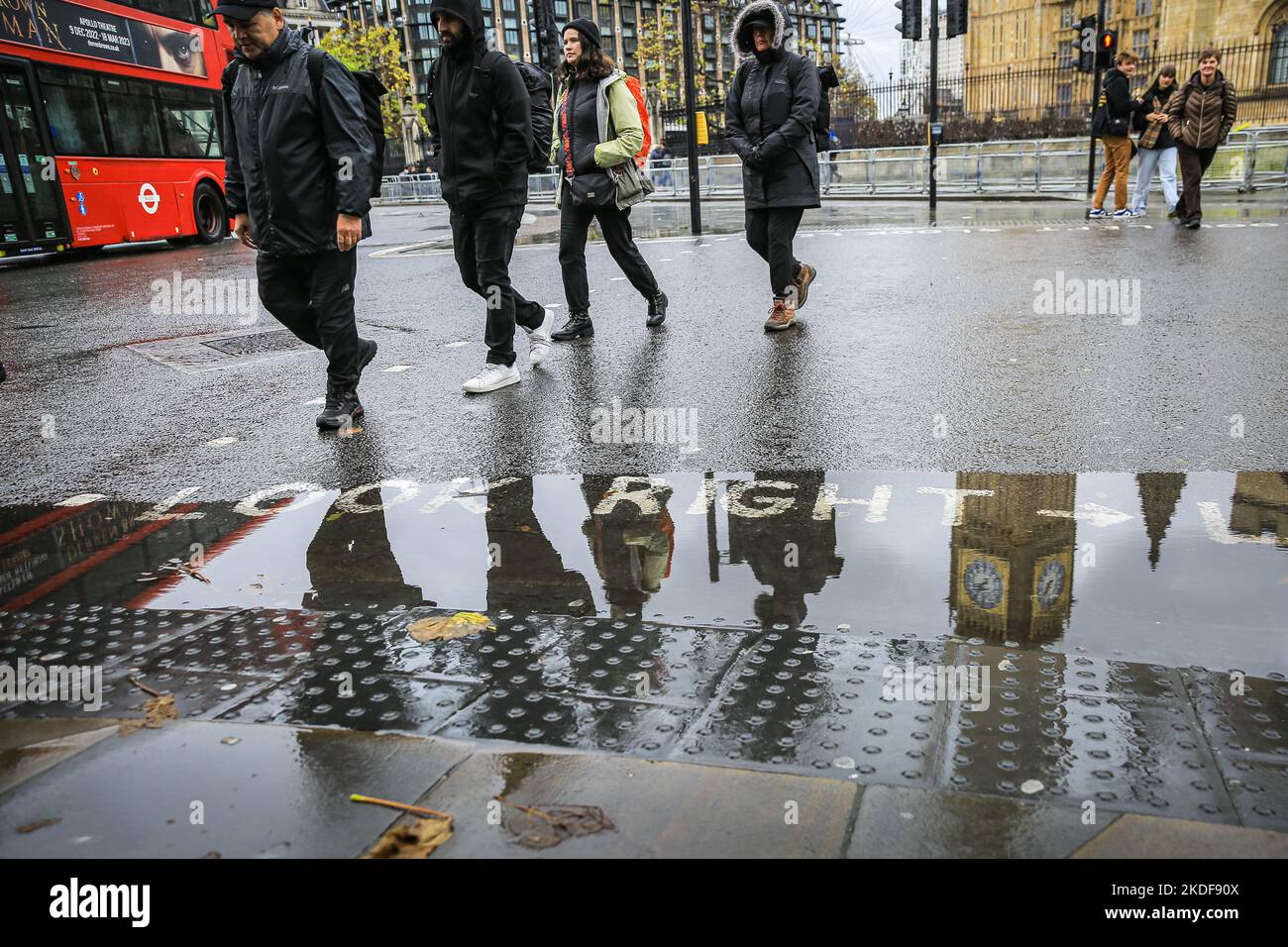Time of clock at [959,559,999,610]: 8:38
